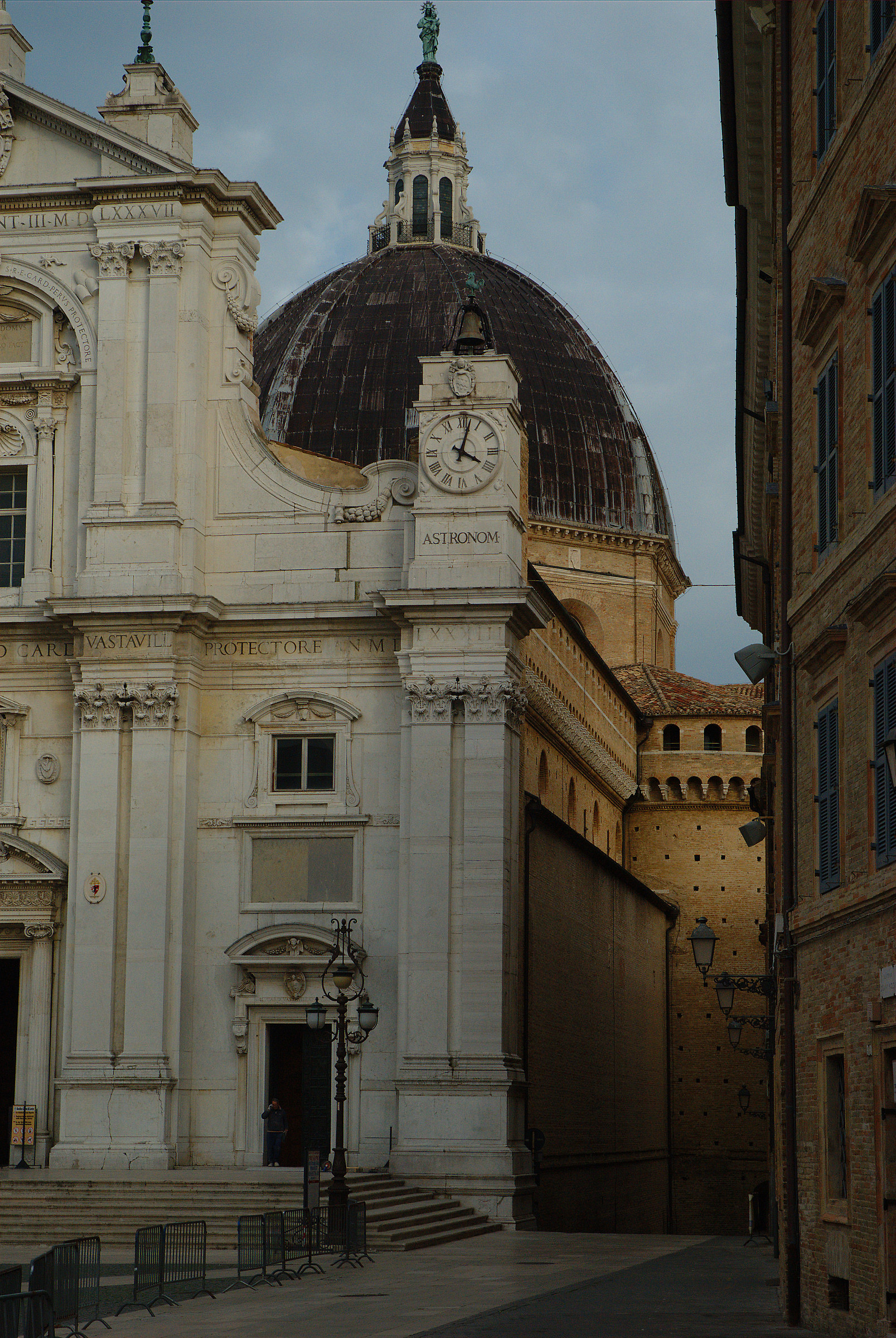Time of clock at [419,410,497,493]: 4:02
